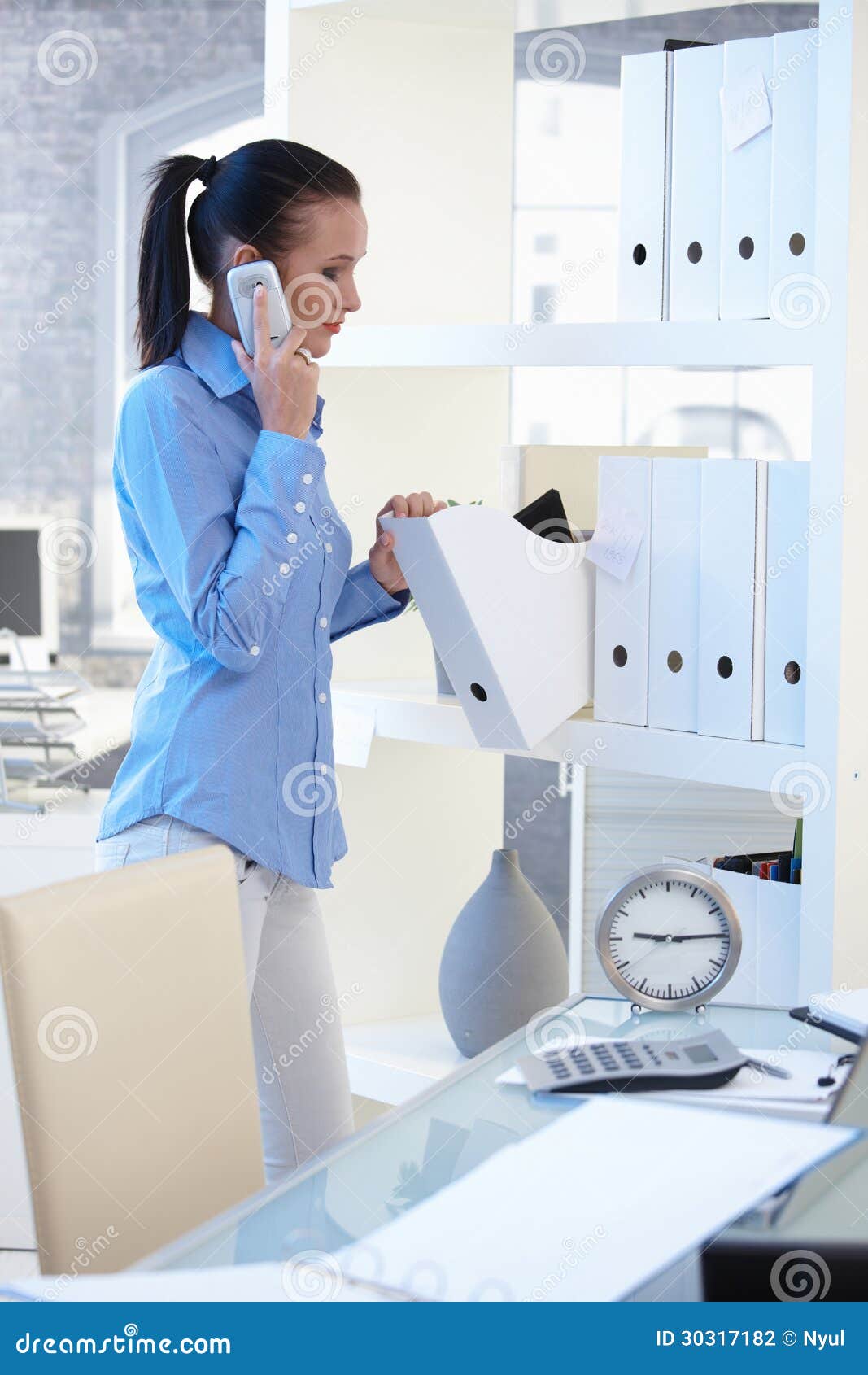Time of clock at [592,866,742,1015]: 9:14
